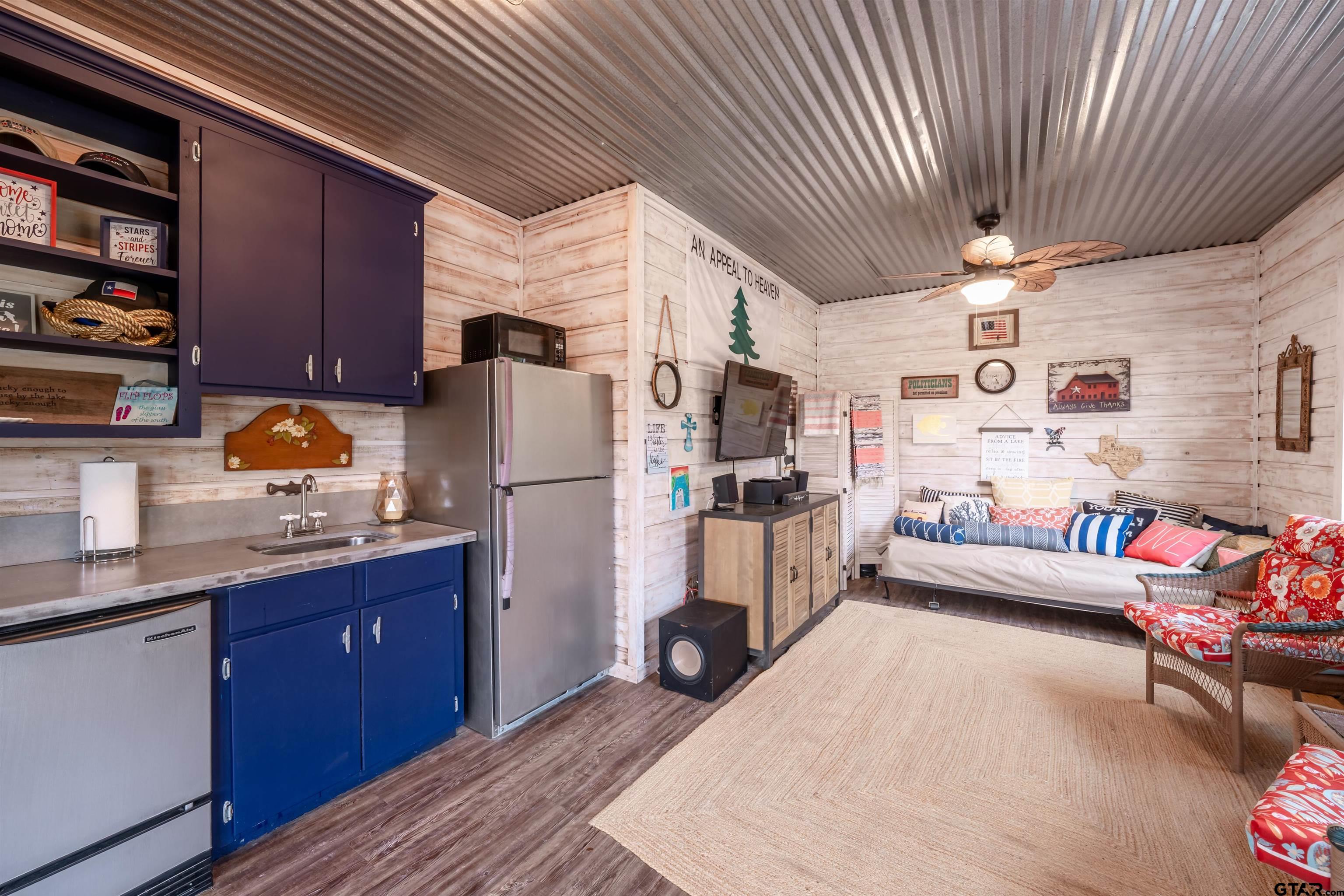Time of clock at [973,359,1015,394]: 5:26
